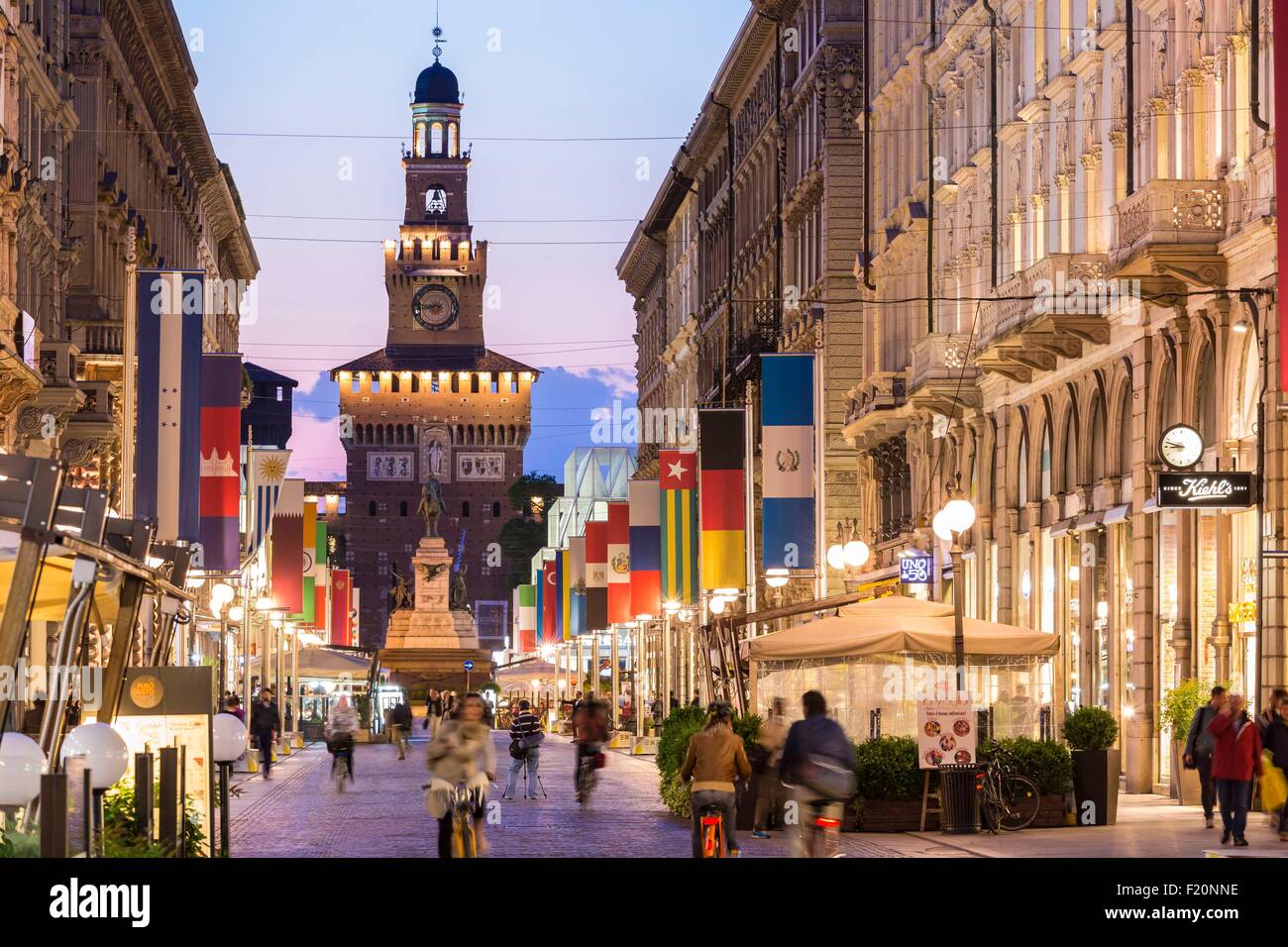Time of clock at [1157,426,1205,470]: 8:47
